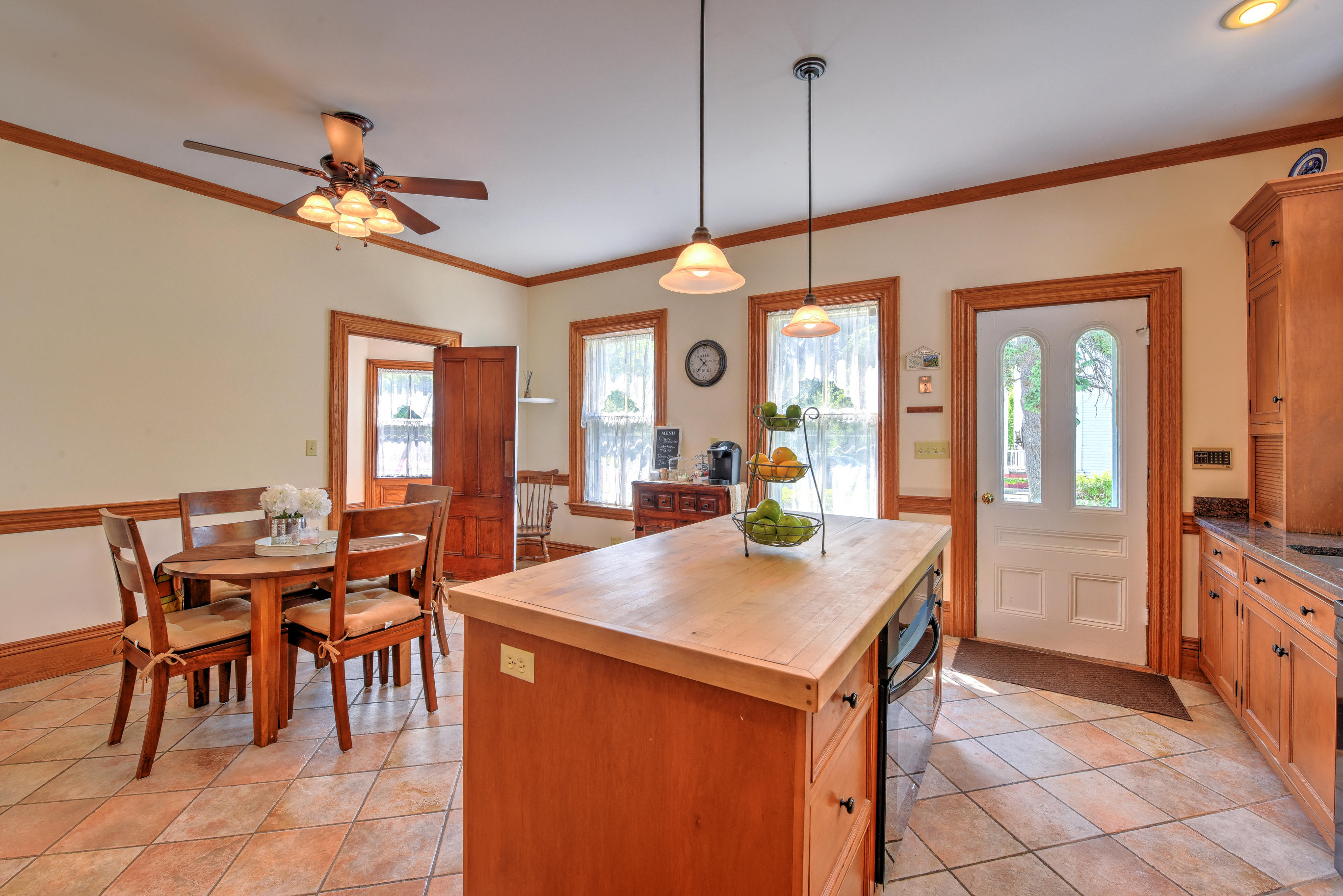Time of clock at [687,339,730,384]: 10:37
